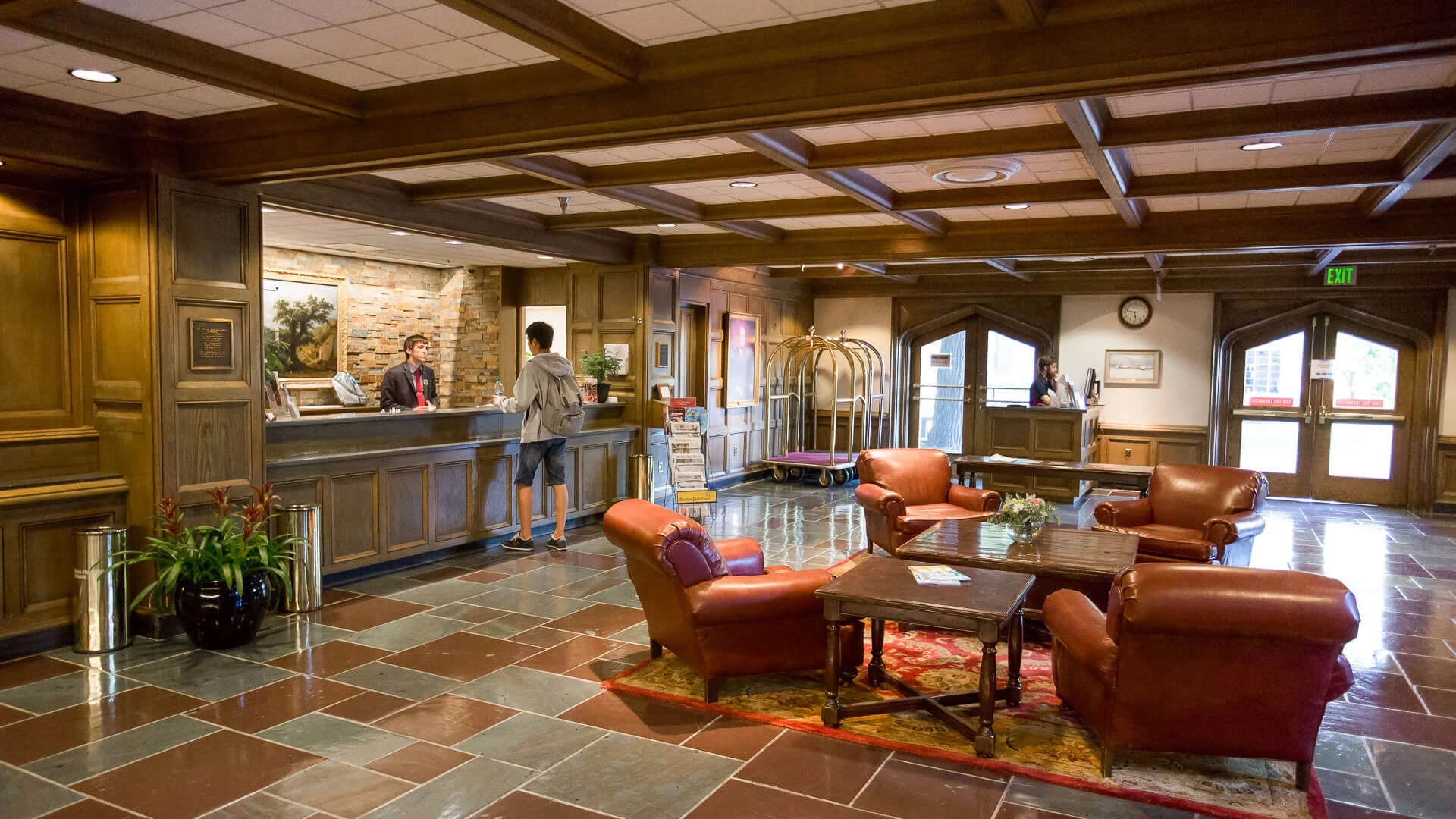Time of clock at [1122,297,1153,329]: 5:47
